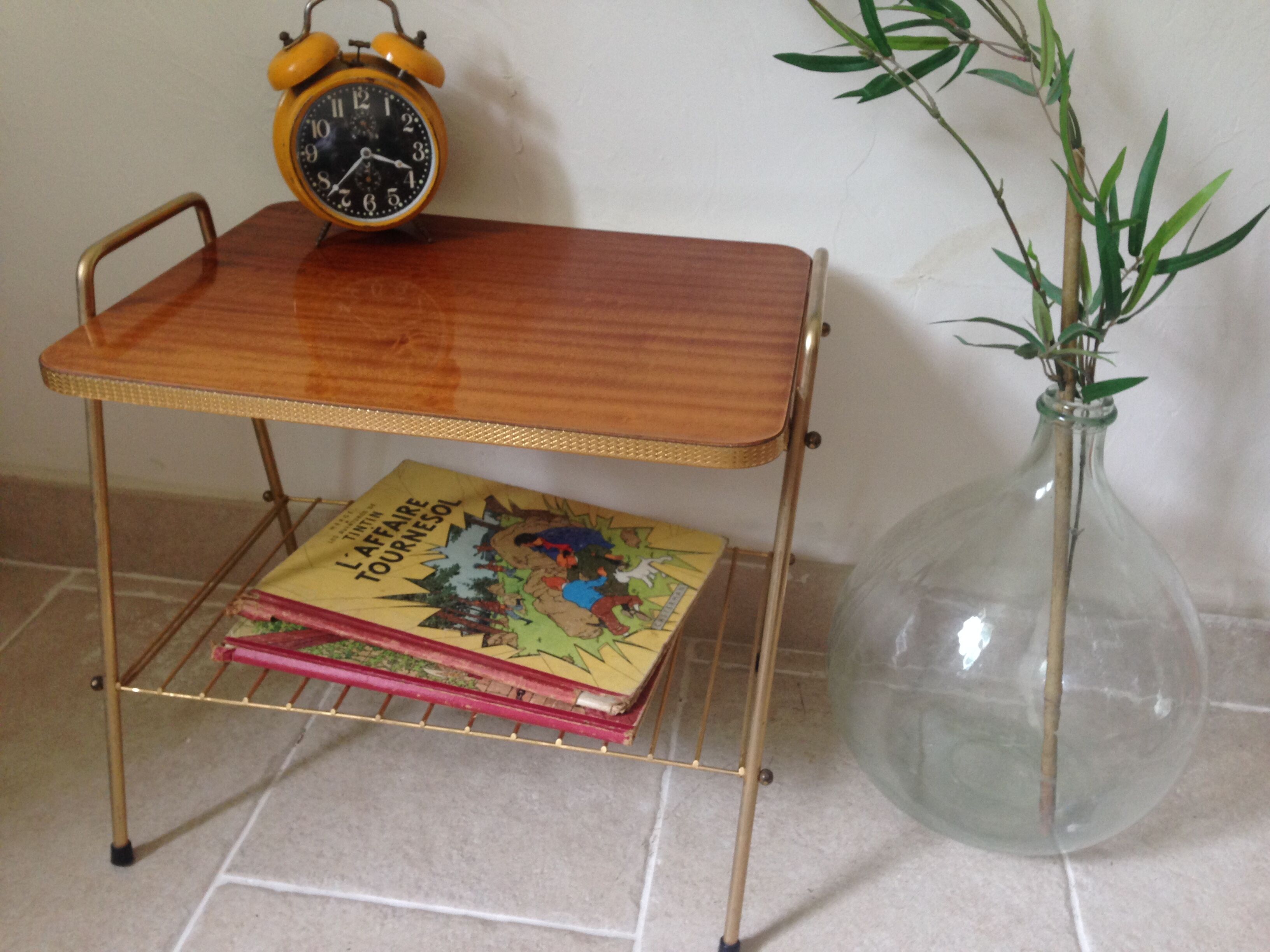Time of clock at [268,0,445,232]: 3:37
